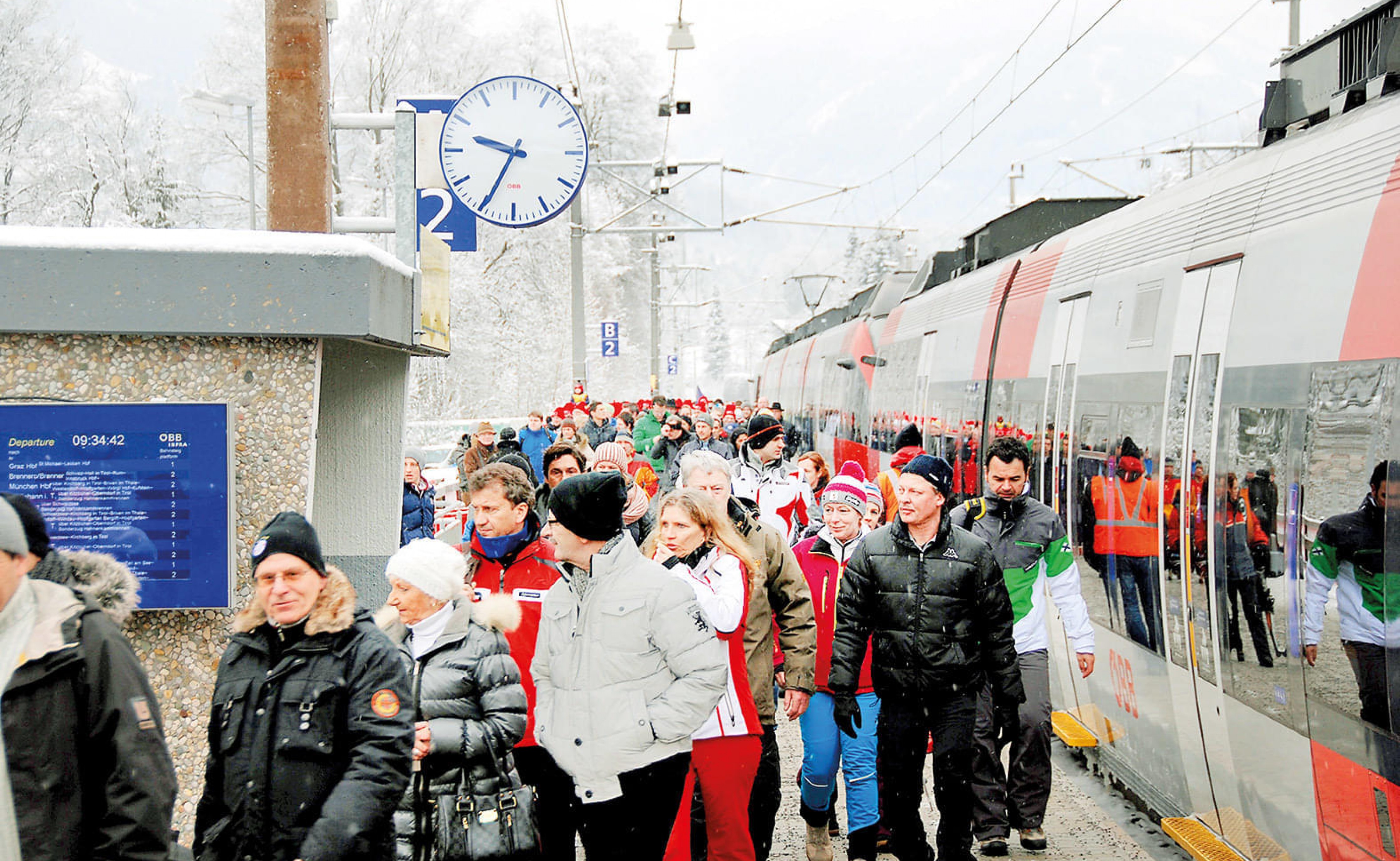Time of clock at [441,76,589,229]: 9:34
